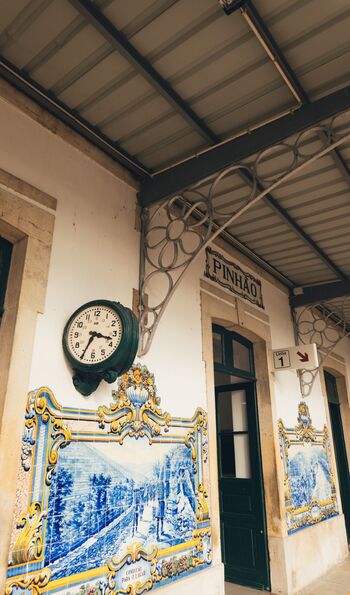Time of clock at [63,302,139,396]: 3:34
